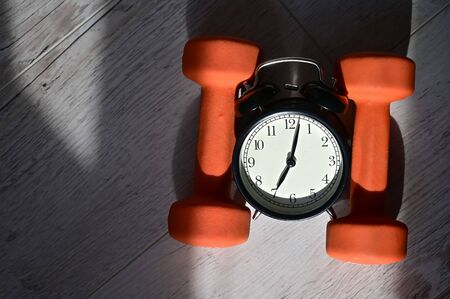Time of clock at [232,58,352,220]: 7:02
